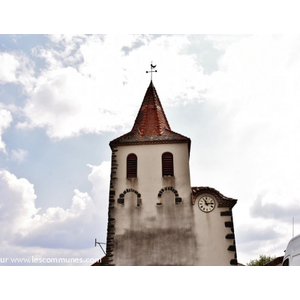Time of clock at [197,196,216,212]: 11:13
